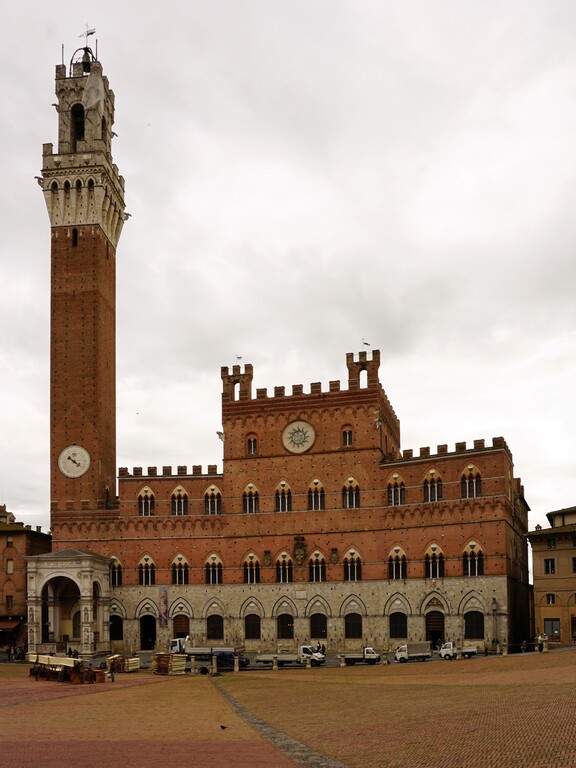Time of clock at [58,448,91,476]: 10:21
